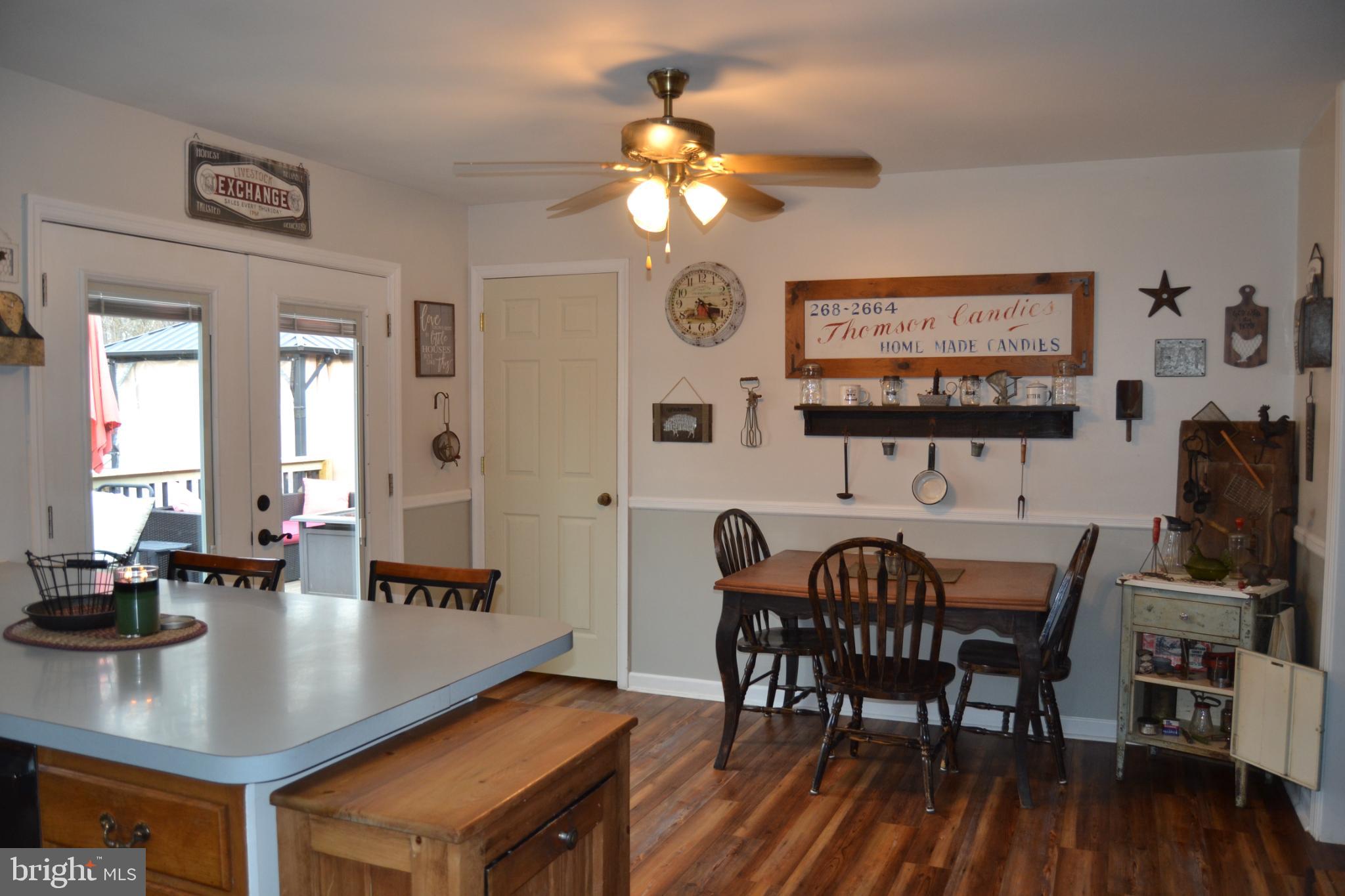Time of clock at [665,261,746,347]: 3:23
